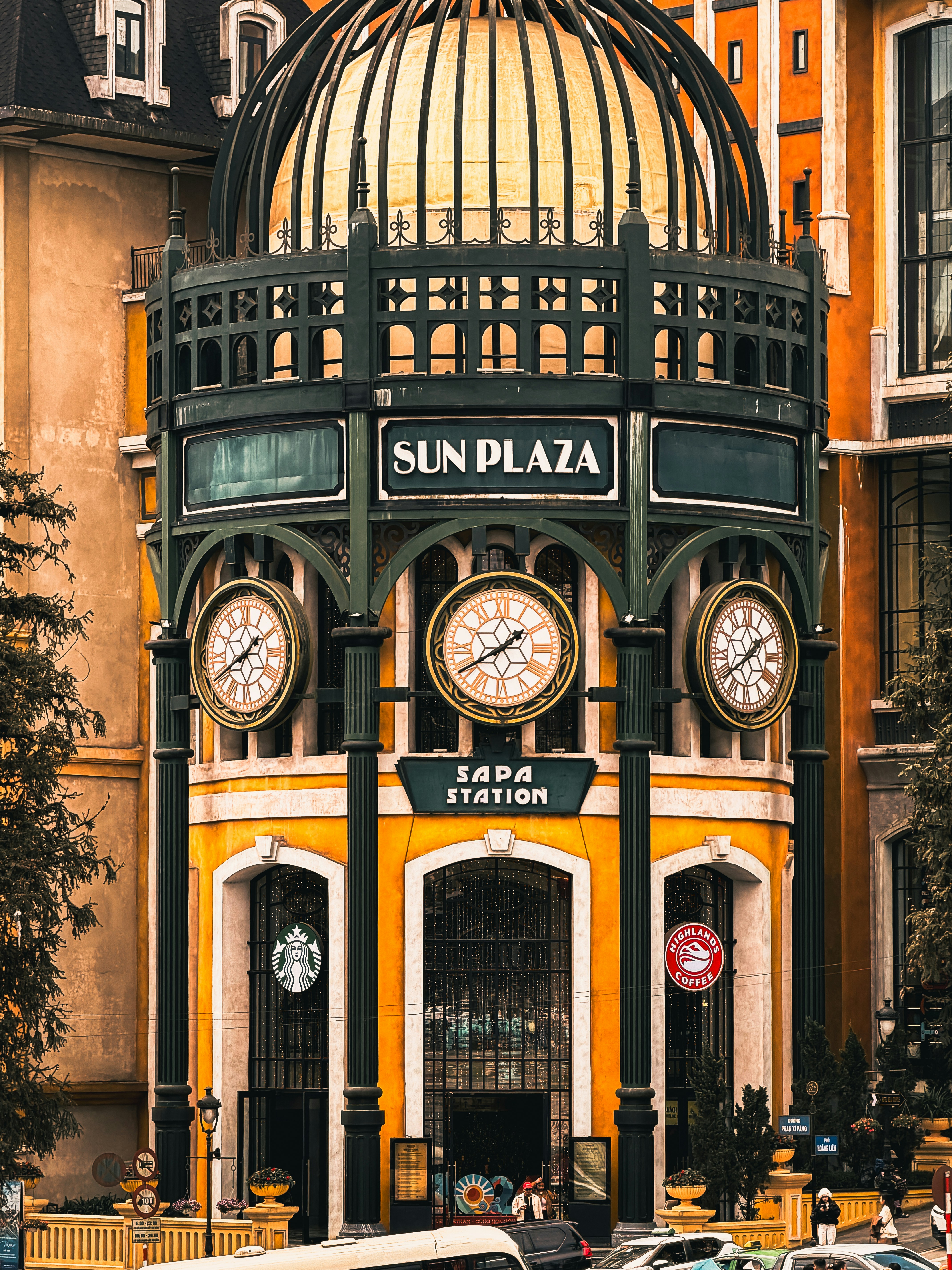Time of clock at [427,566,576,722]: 1:40
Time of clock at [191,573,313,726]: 1:40
